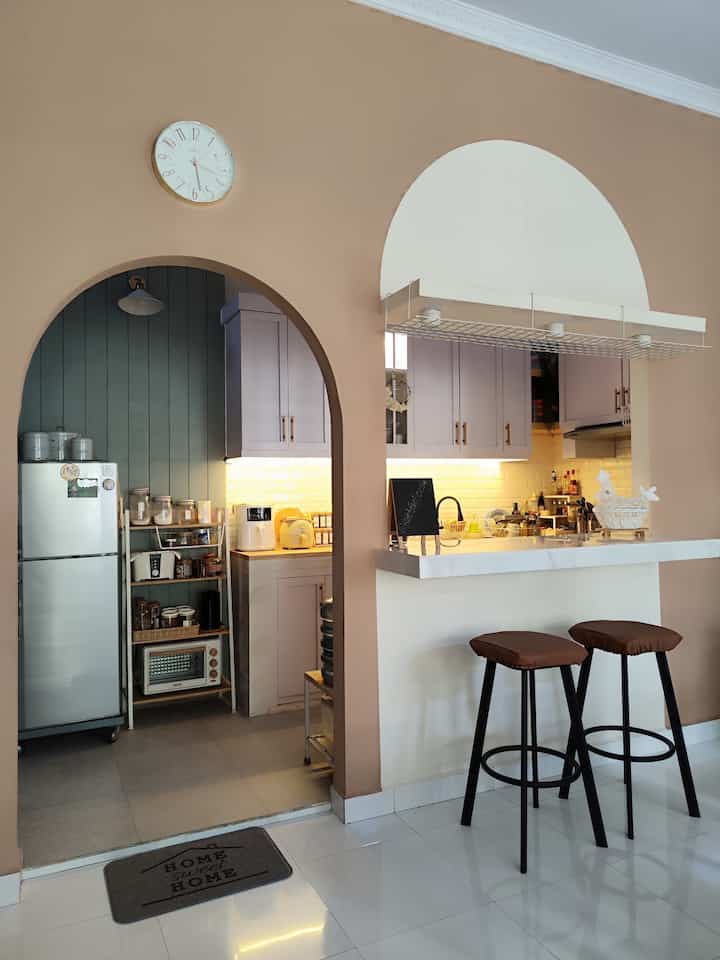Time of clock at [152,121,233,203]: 3:28
